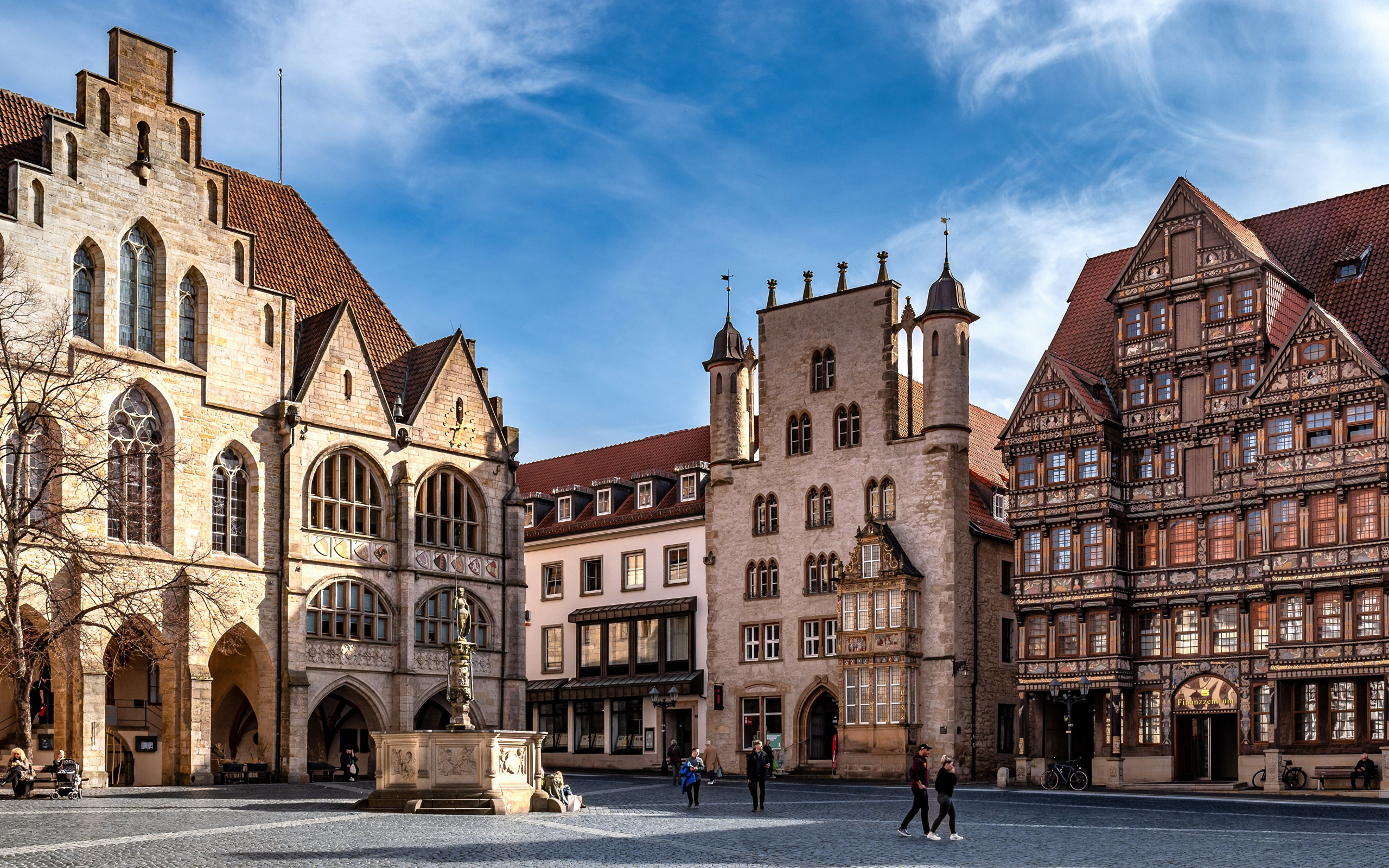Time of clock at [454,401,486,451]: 12:33
